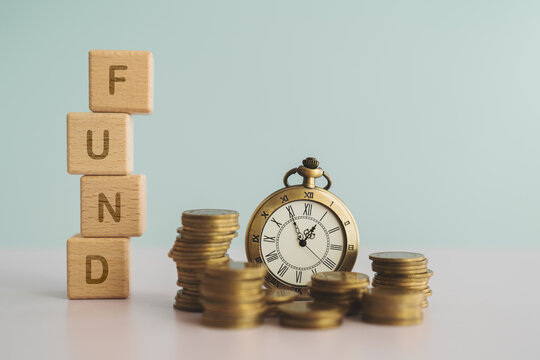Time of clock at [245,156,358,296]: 12:55
